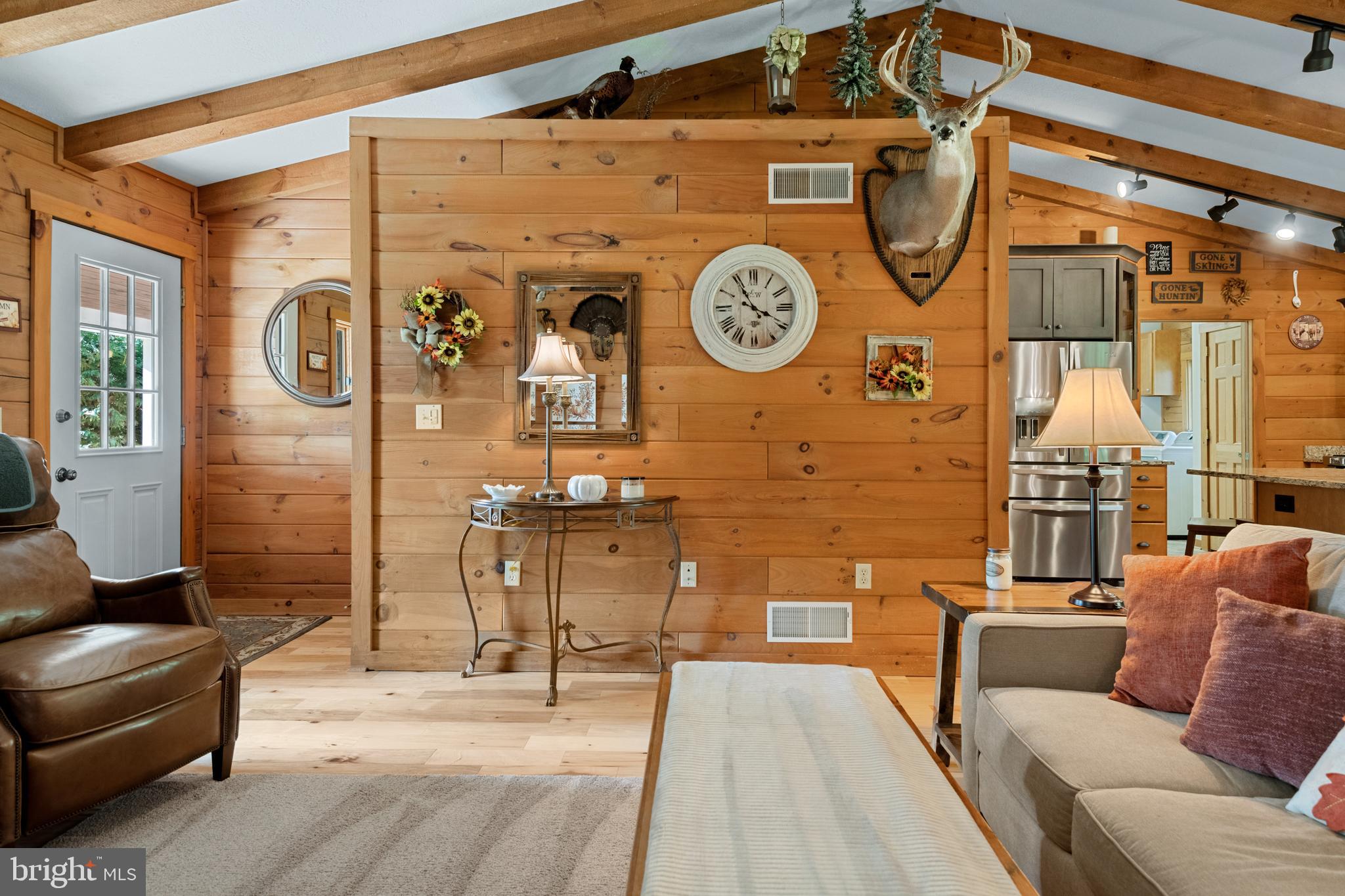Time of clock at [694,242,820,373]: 3:55
